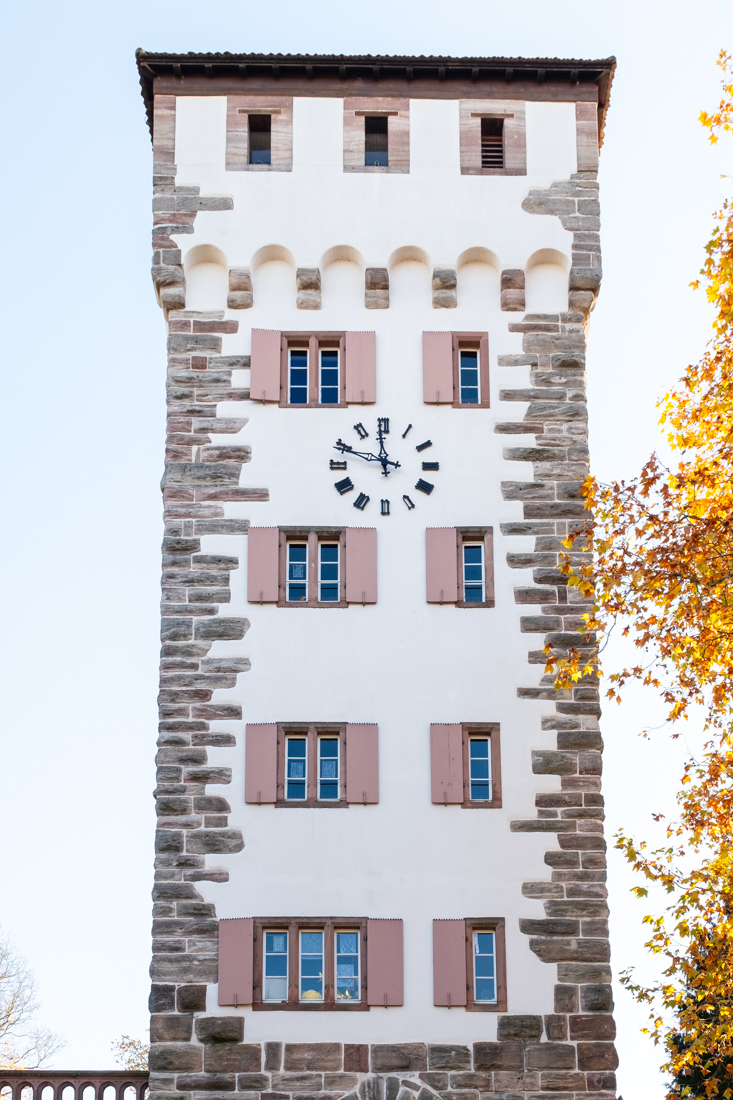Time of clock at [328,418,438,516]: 11:48
